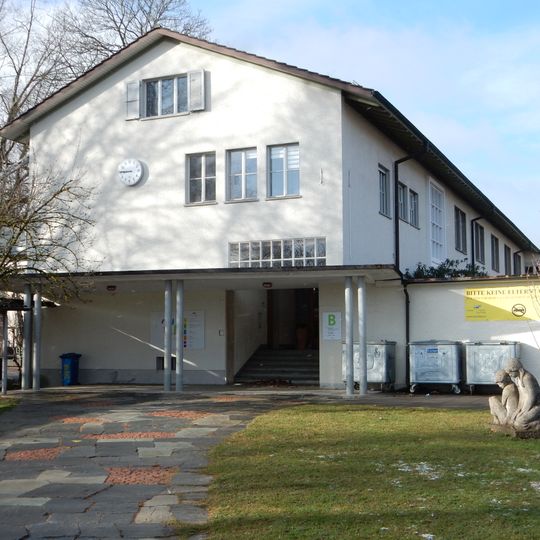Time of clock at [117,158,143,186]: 8:45
